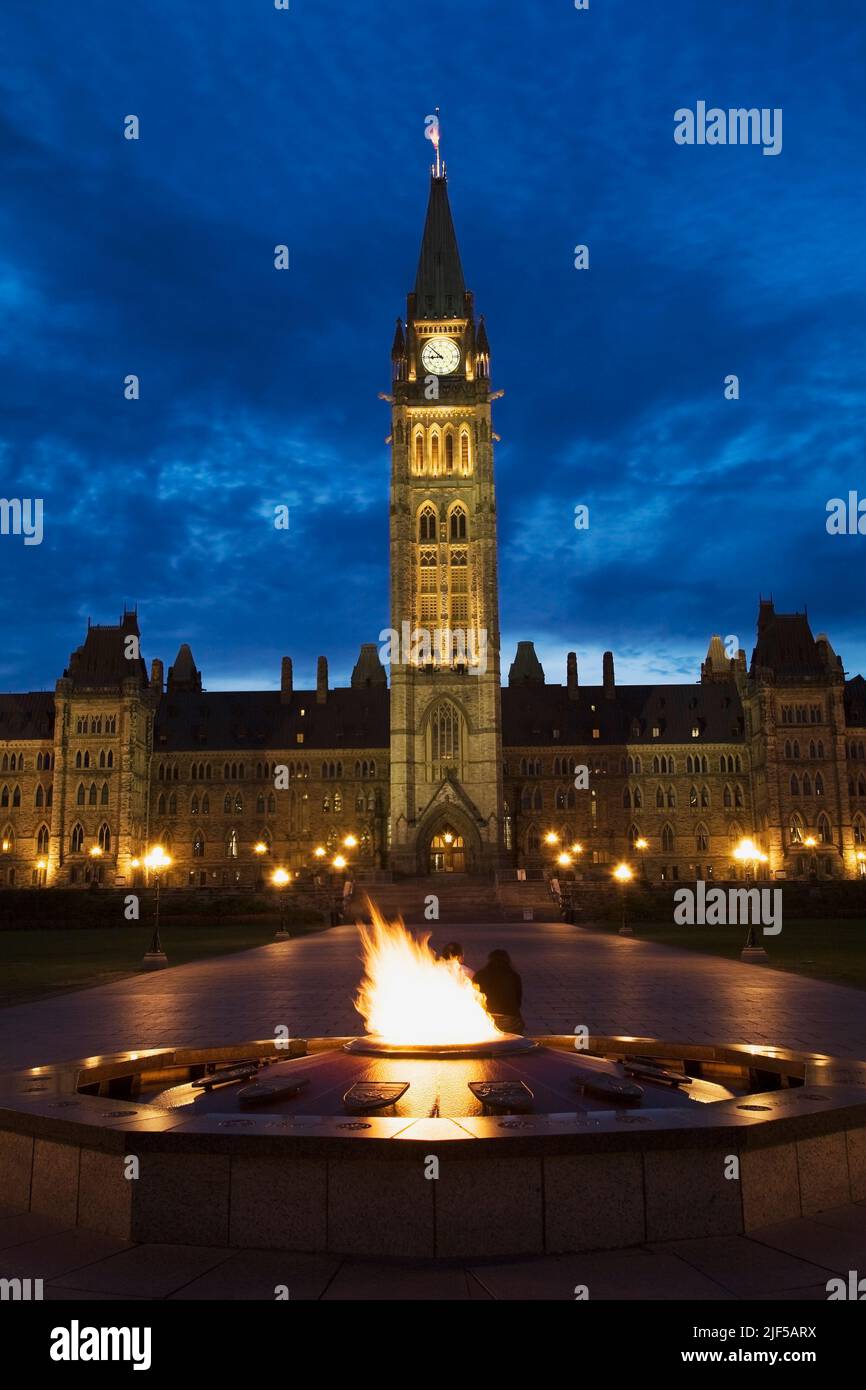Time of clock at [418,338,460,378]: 8:52
